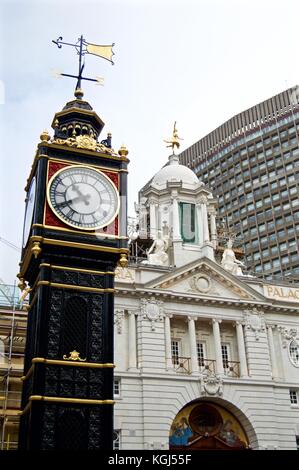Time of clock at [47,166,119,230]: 10:40
